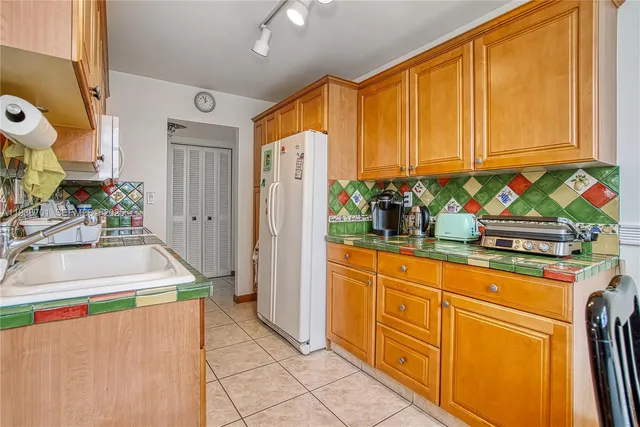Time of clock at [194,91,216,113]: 11:55
